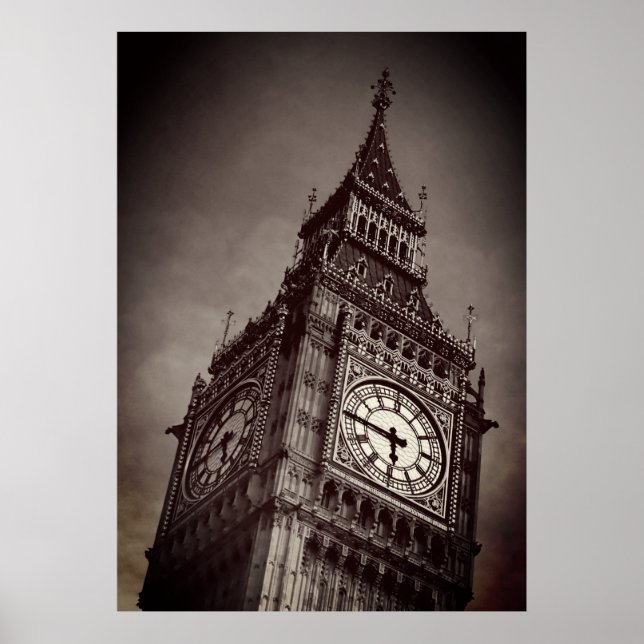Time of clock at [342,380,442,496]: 5:45
